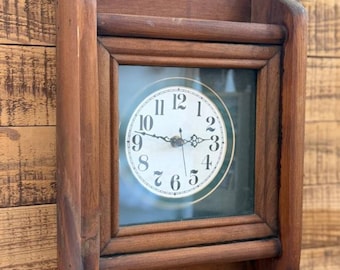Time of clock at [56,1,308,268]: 2:46
